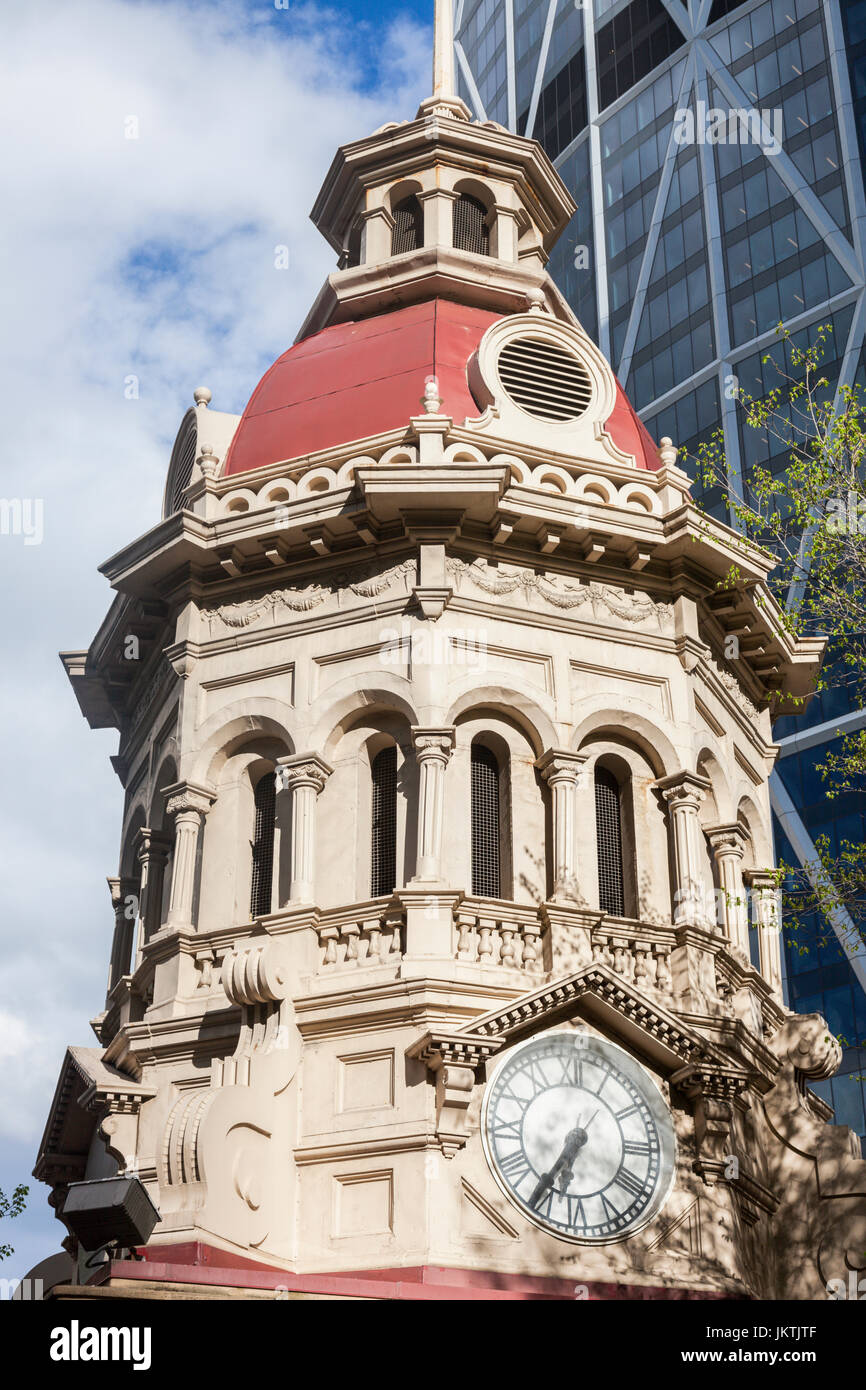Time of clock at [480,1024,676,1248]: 6:35
